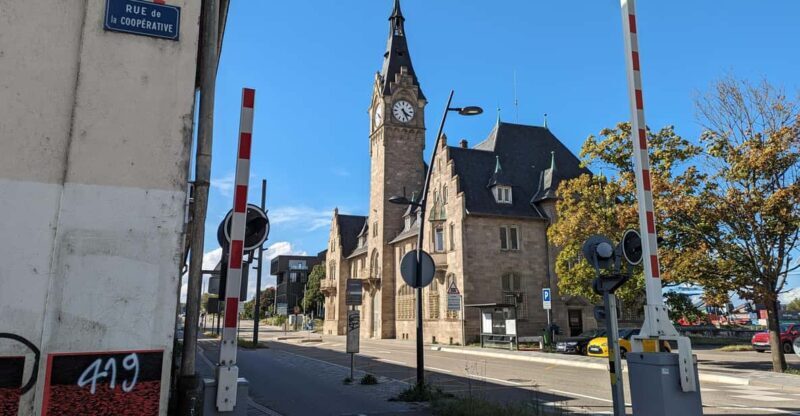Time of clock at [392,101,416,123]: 4:26
